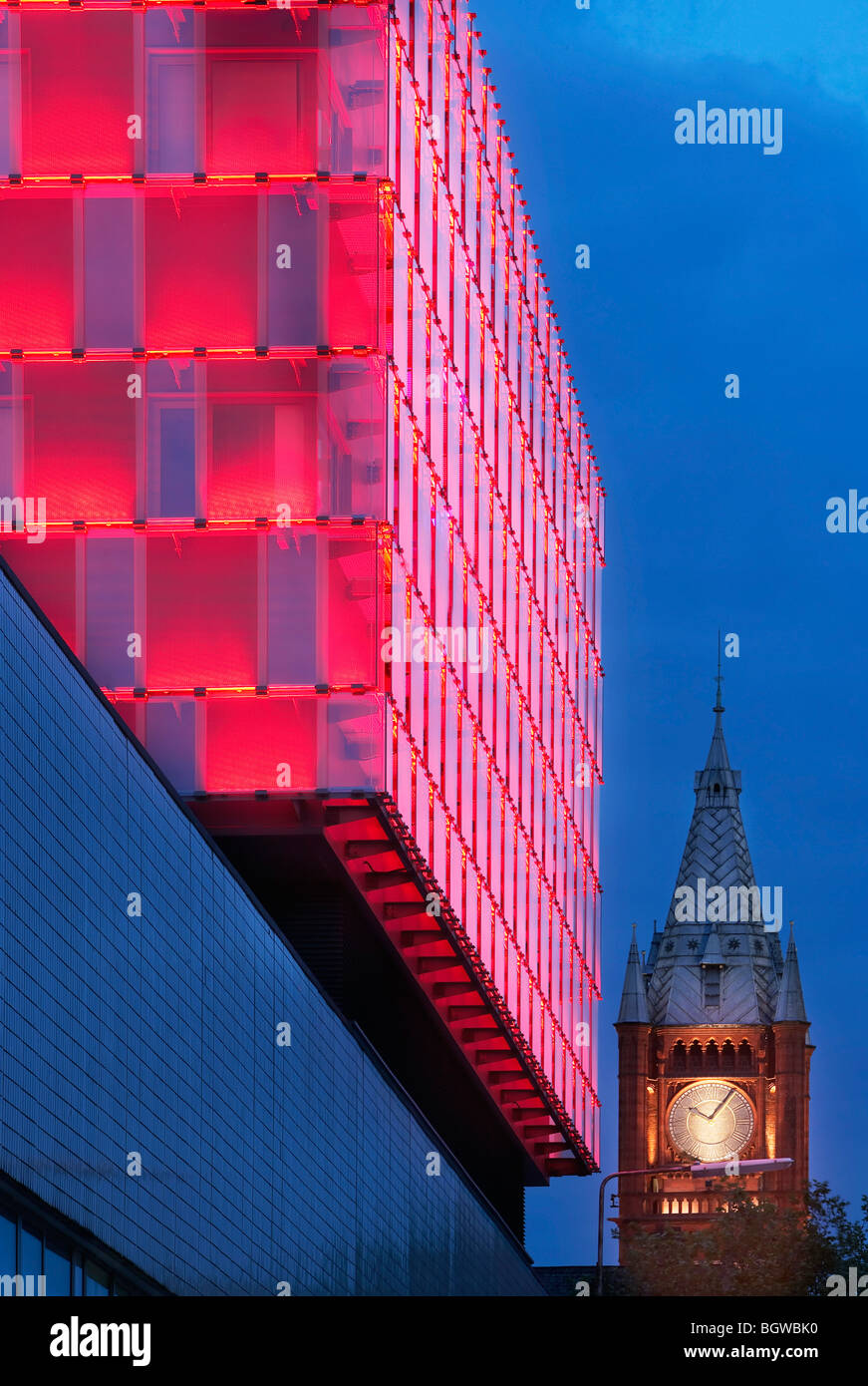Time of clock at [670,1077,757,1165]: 10:05
